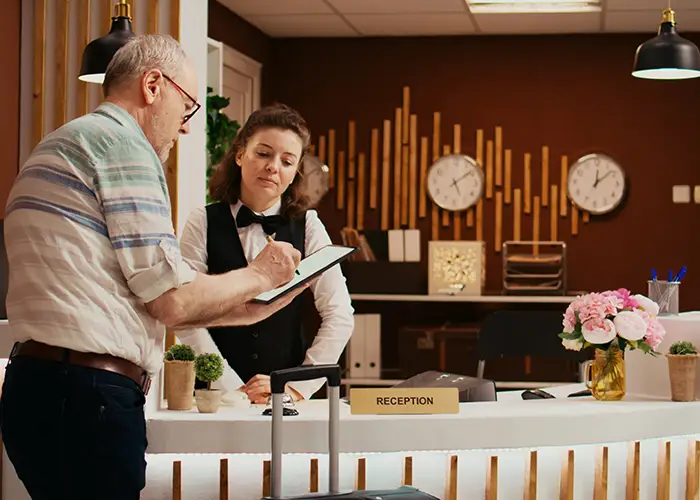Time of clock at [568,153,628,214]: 12:08
